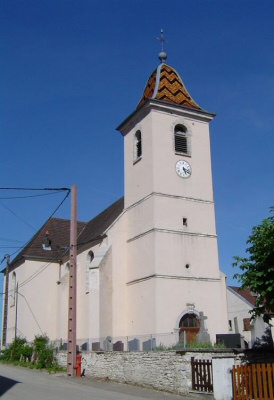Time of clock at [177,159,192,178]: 5:18
